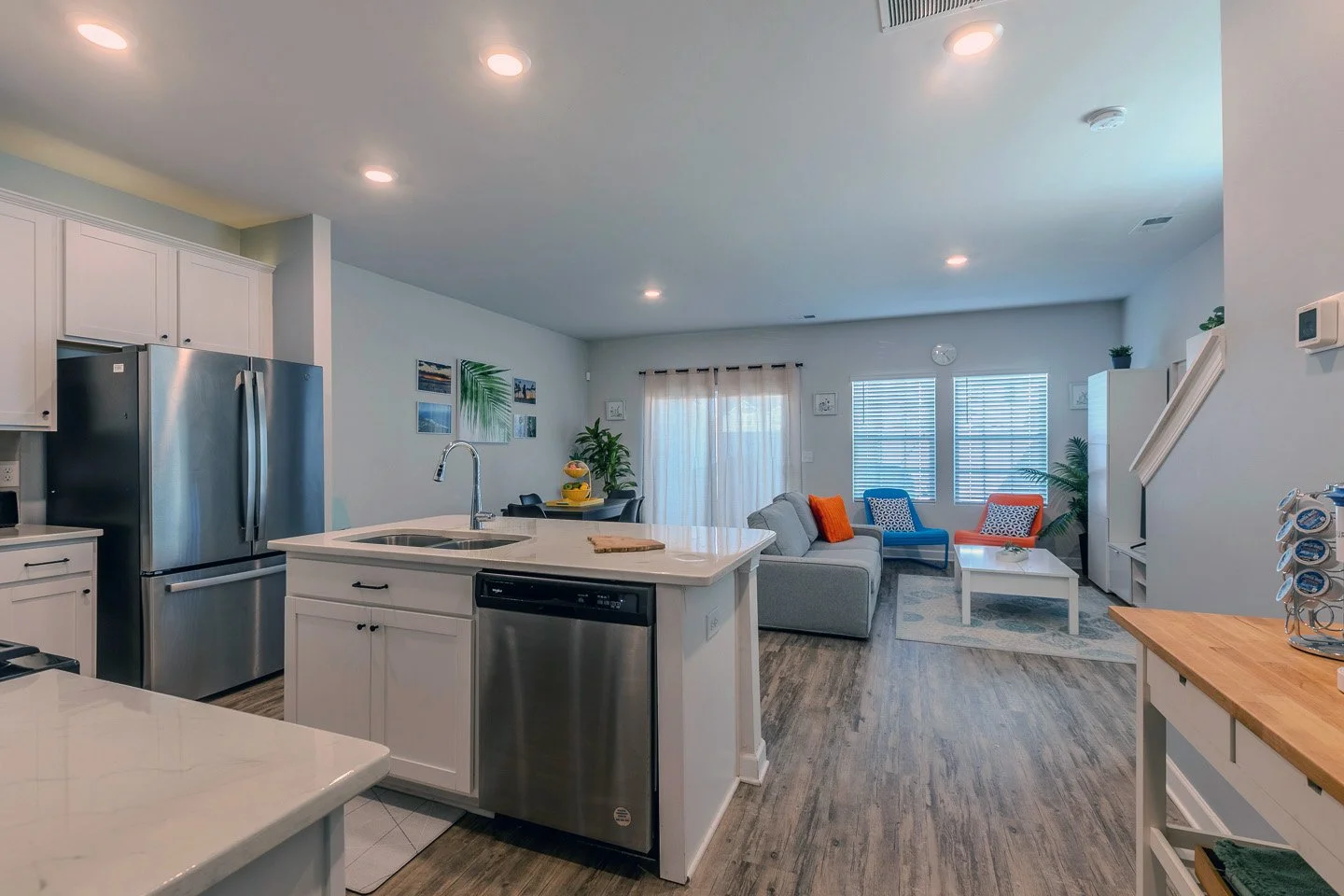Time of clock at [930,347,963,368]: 1:23
